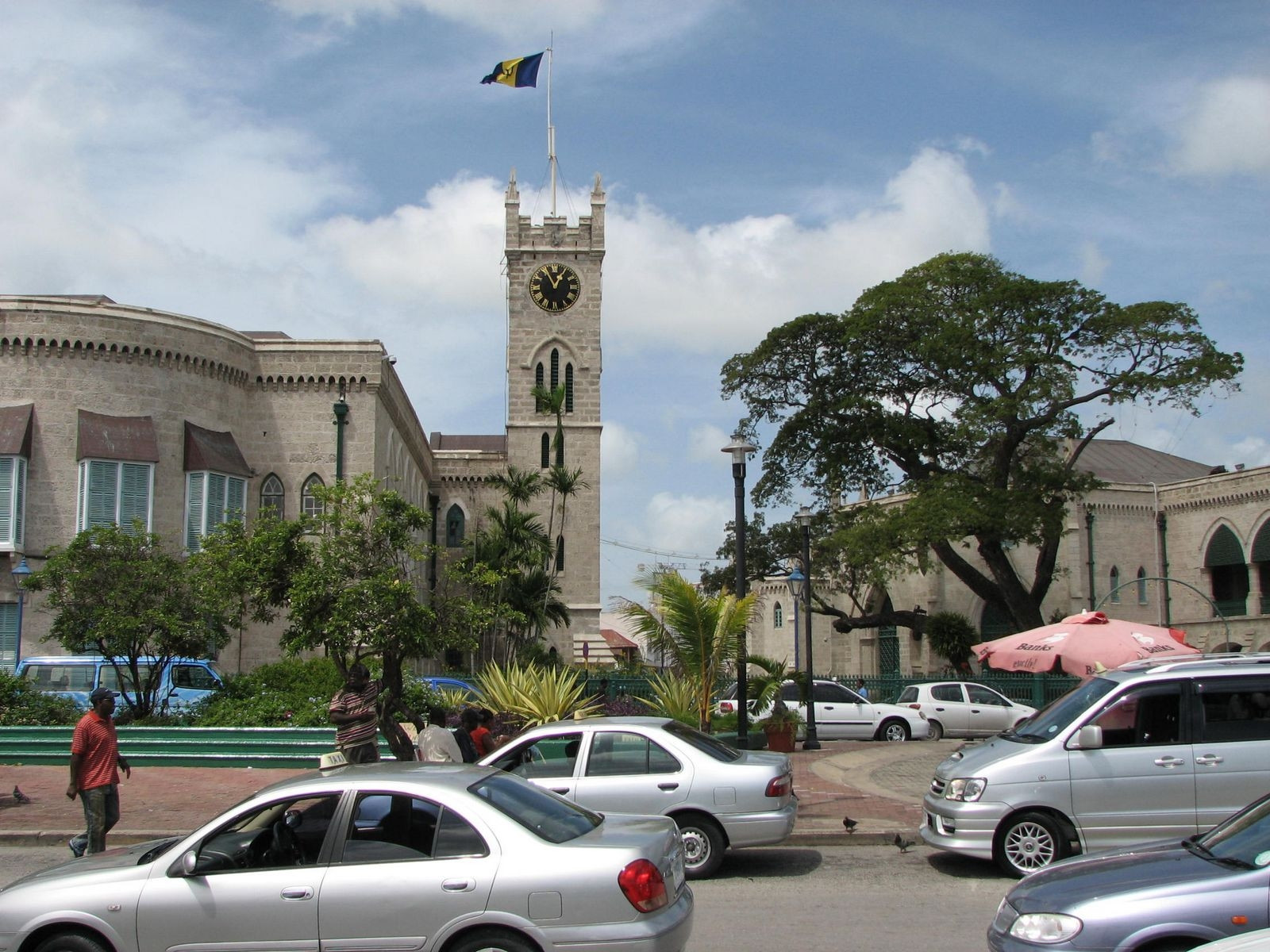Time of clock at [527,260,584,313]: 12:55
